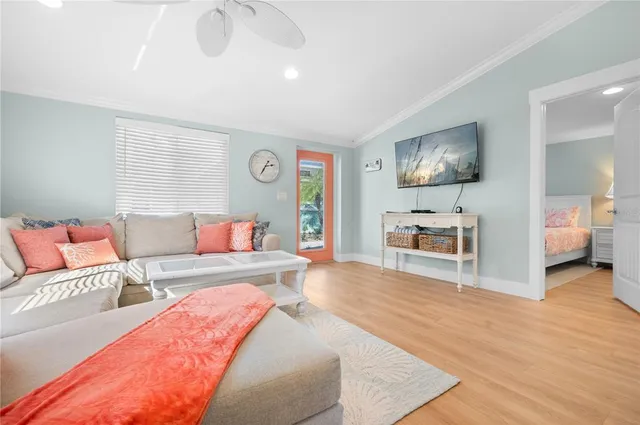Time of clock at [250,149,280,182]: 2:35
